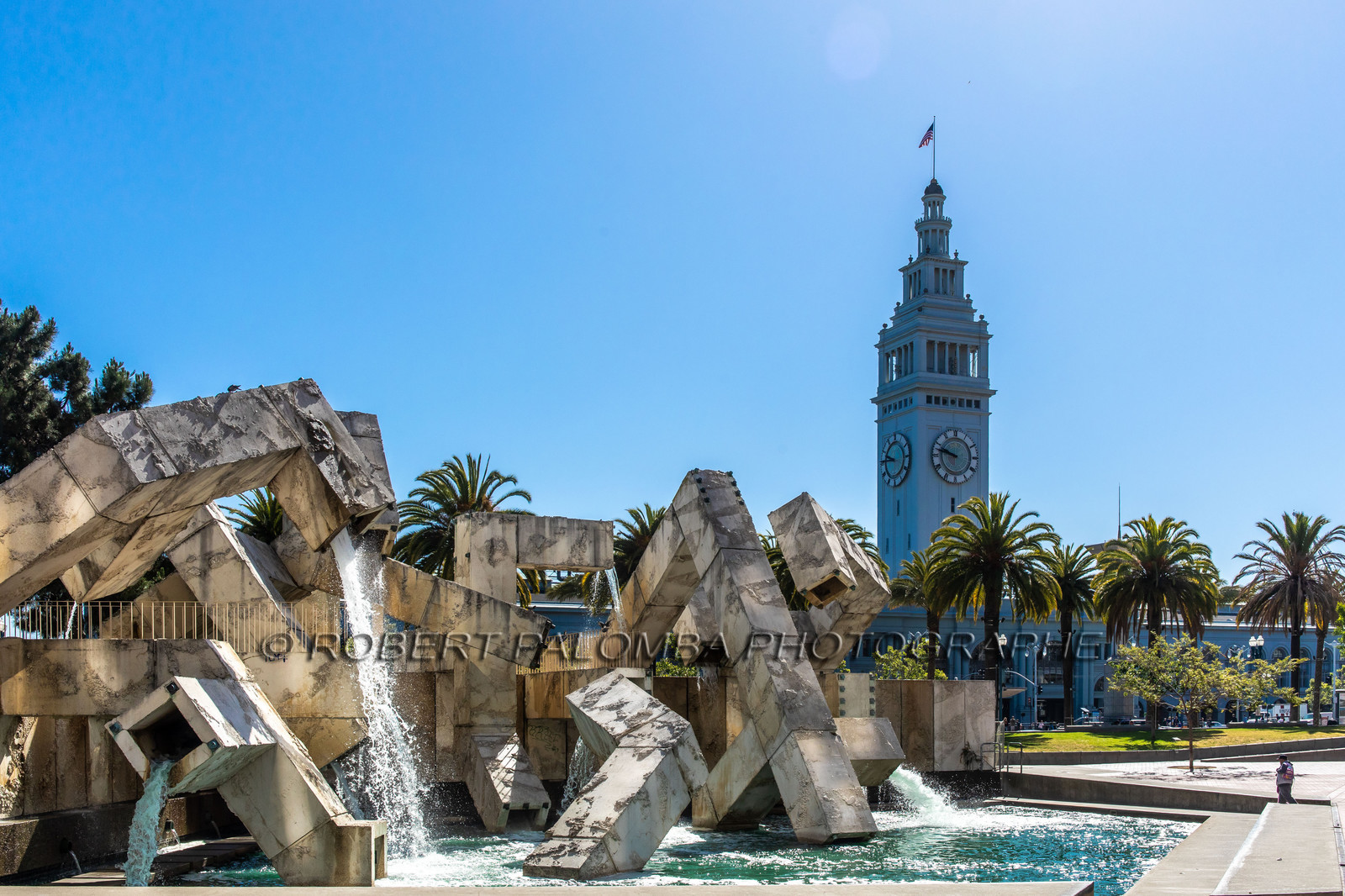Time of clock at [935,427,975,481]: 9:47
